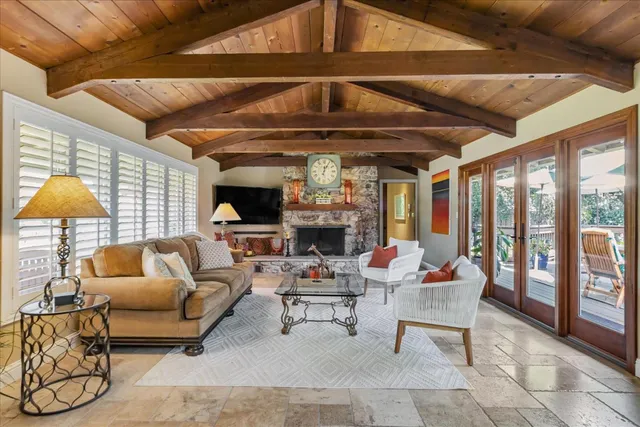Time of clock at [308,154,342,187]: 12:04
